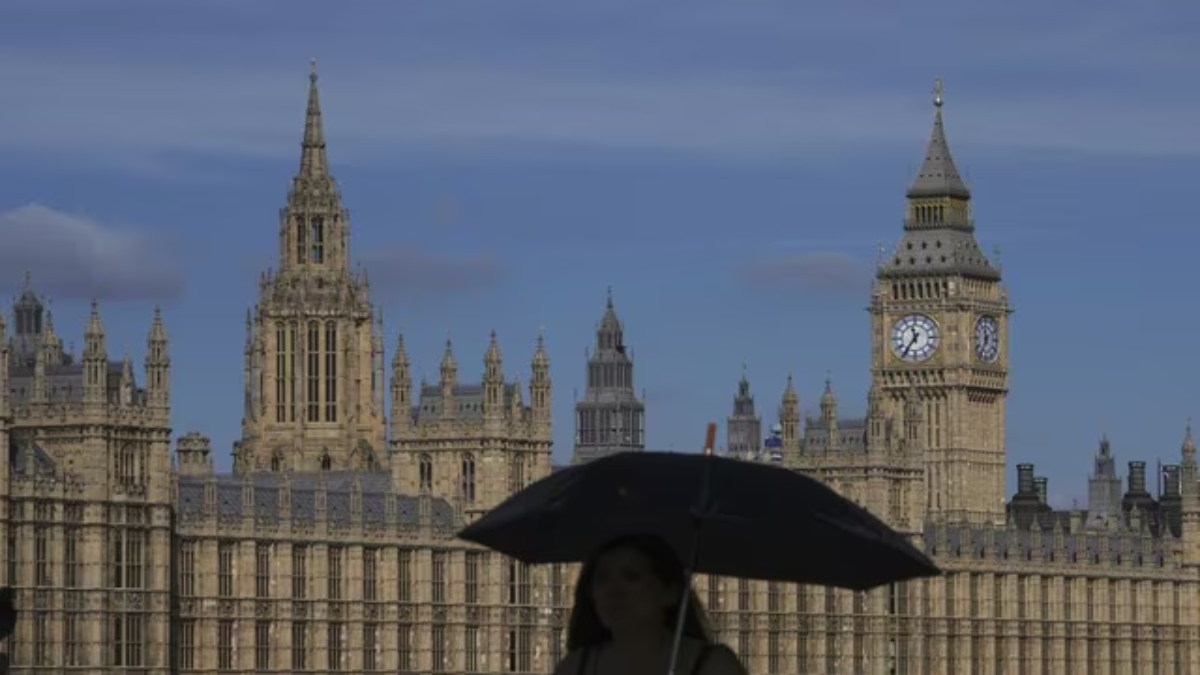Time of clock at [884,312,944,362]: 11:35
